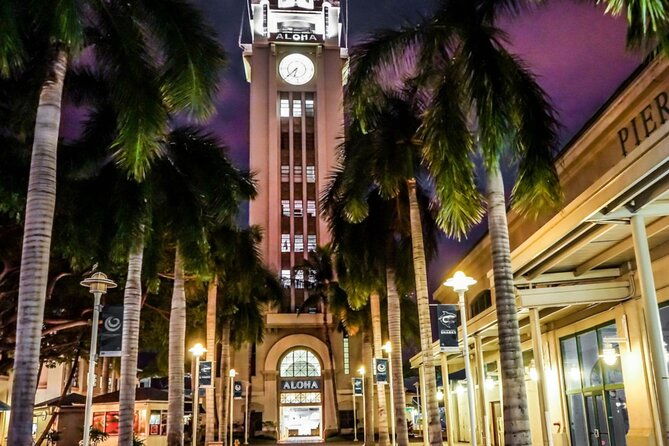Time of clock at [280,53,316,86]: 6:38
